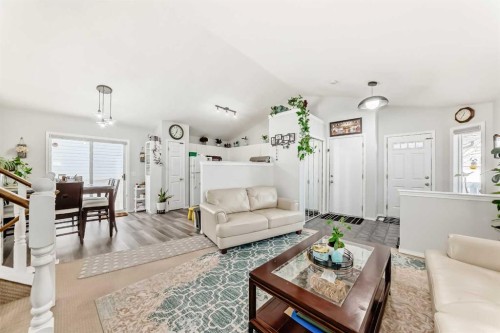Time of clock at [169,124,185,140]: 12:34
